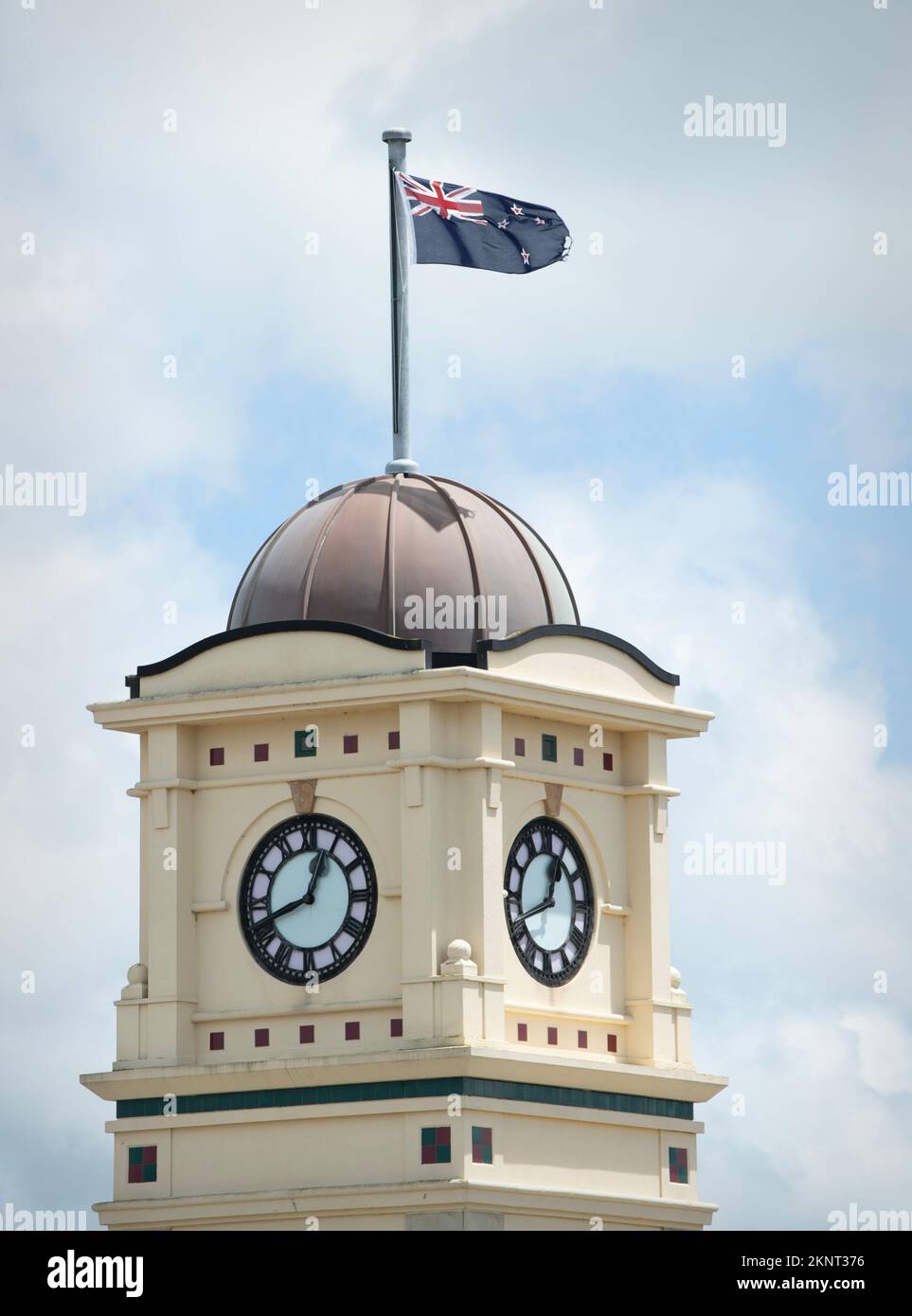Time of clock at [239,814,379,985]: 12:41
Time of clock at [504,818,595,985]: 12:41
